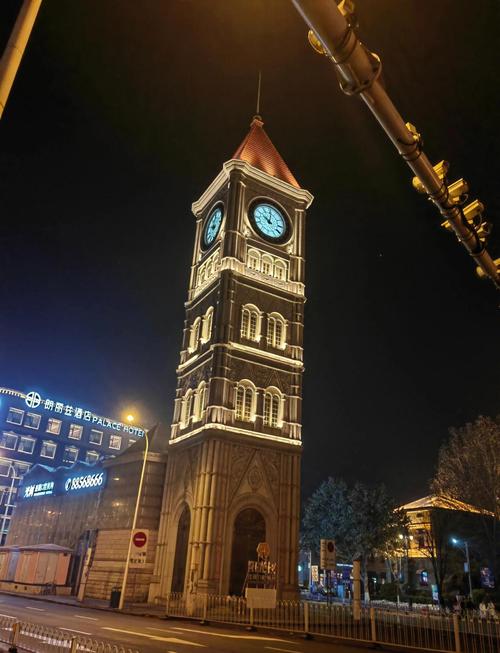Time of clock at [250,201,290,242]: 10:00
